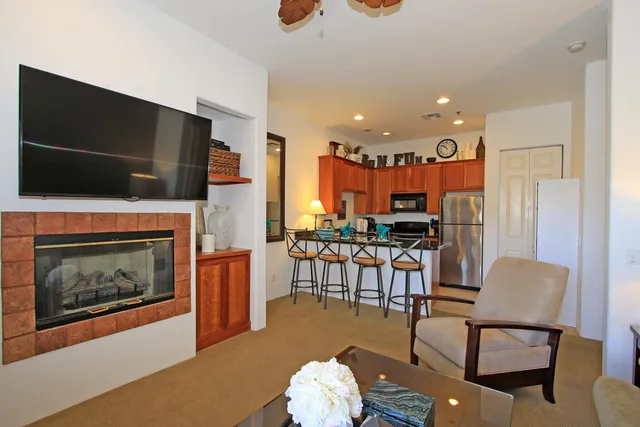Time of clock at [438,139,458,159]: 10:51
